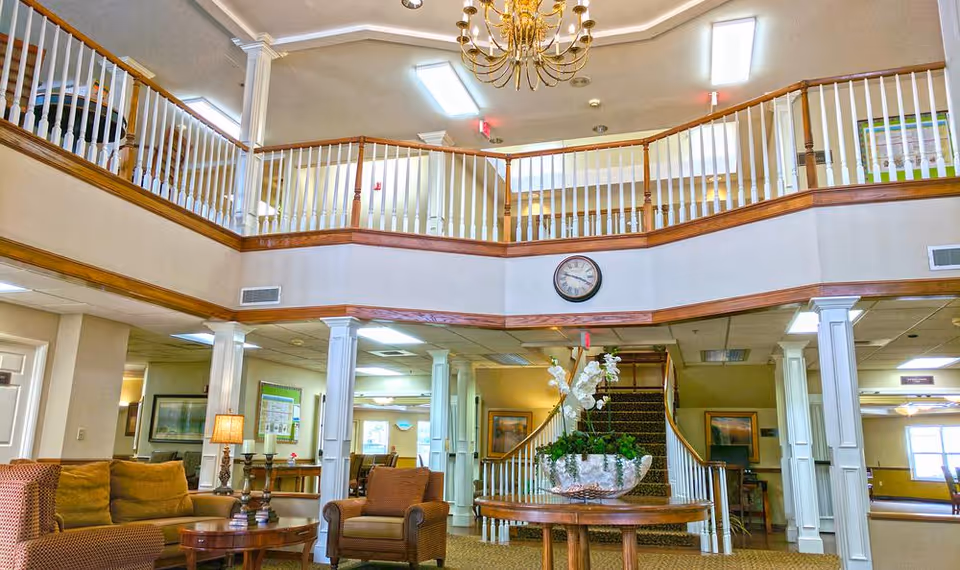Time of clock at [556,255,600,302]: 3:47
